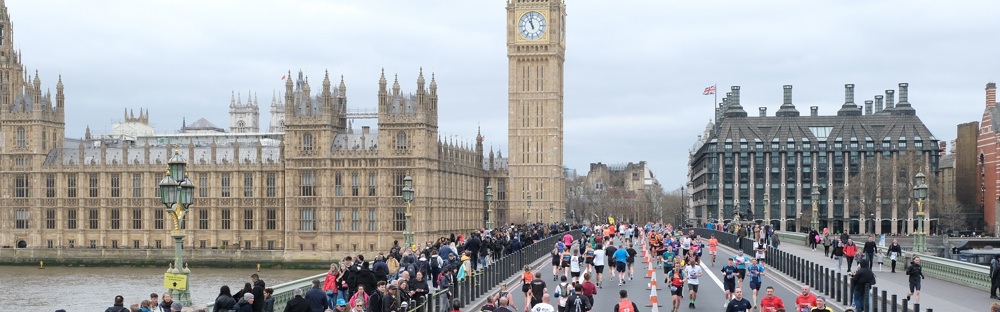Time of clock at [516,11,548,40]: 10:58
